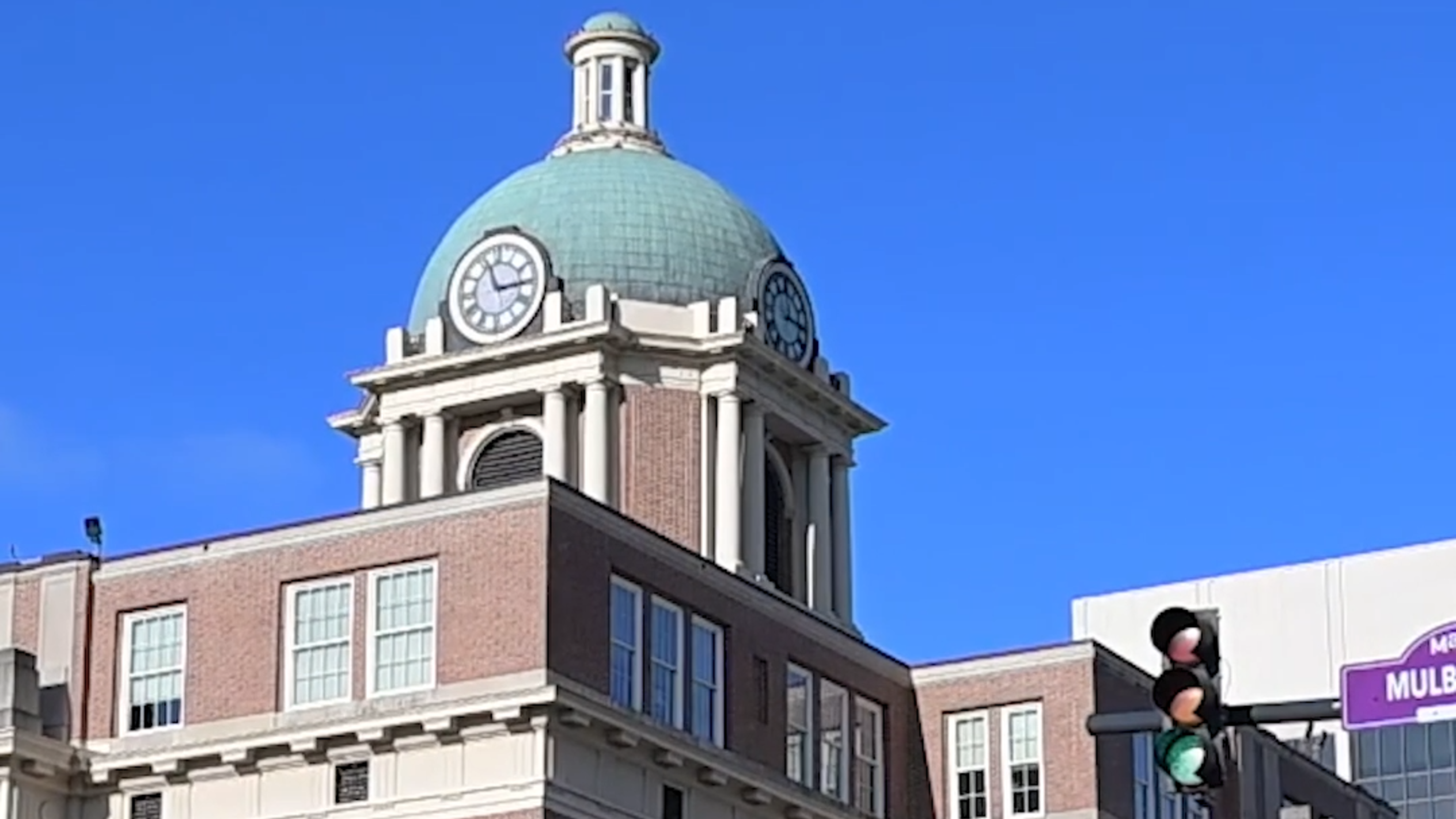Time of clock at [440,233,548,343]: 2:56
